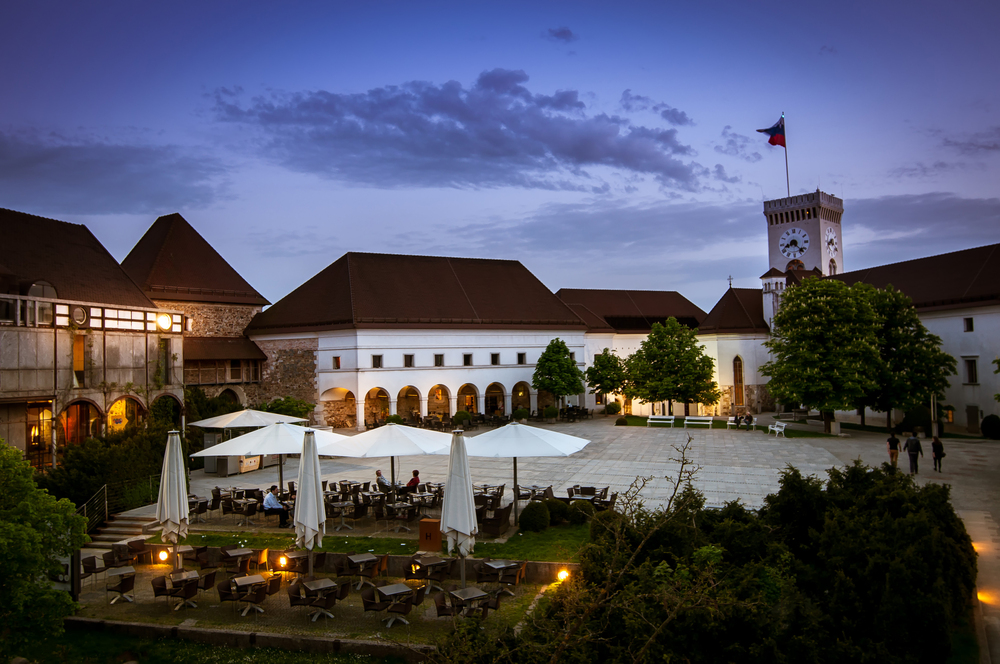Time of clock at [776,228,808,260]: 8:22
